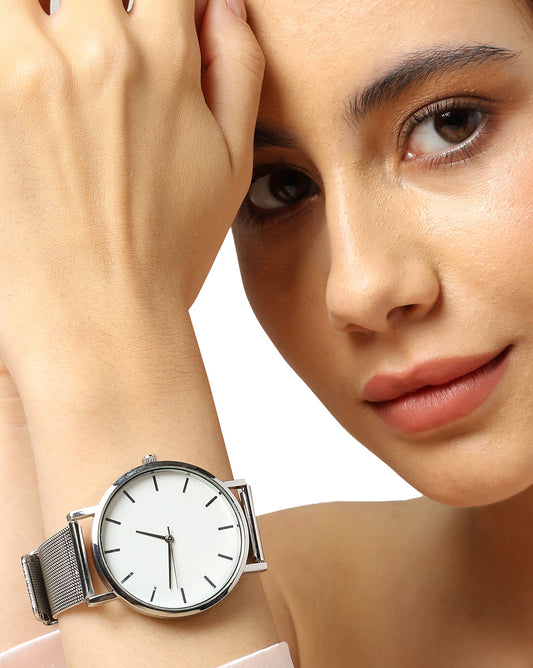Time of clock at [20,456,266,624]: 9:32
